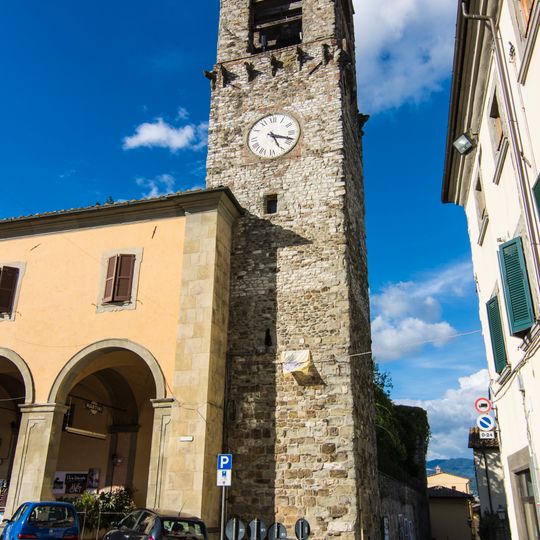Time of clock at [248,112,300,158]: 5:18
